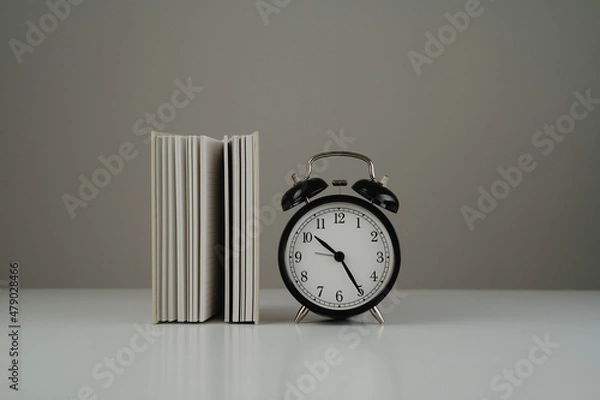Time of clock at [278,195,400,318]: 10:25
